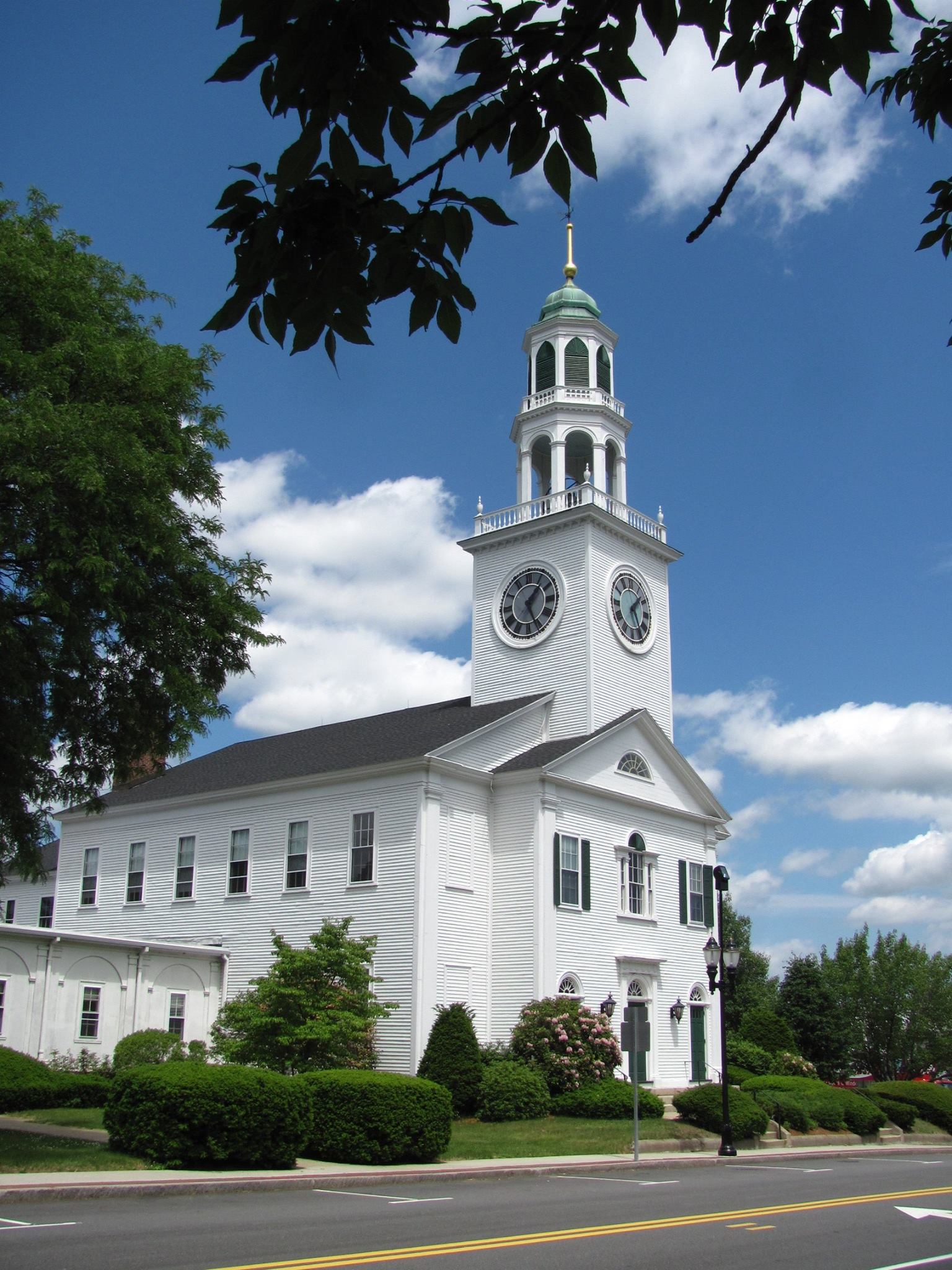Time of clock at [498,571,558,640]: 1:25
